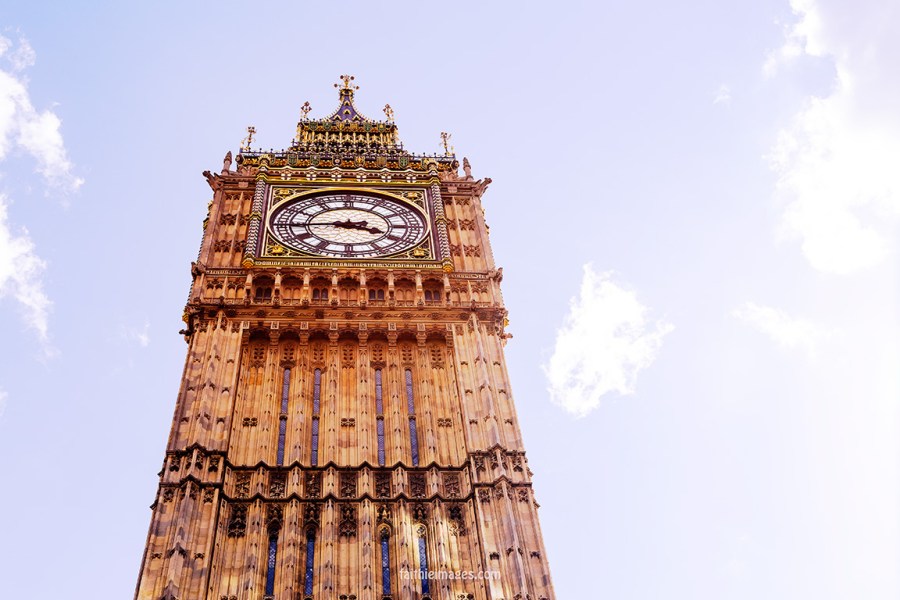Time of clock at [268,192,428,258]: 3:43
